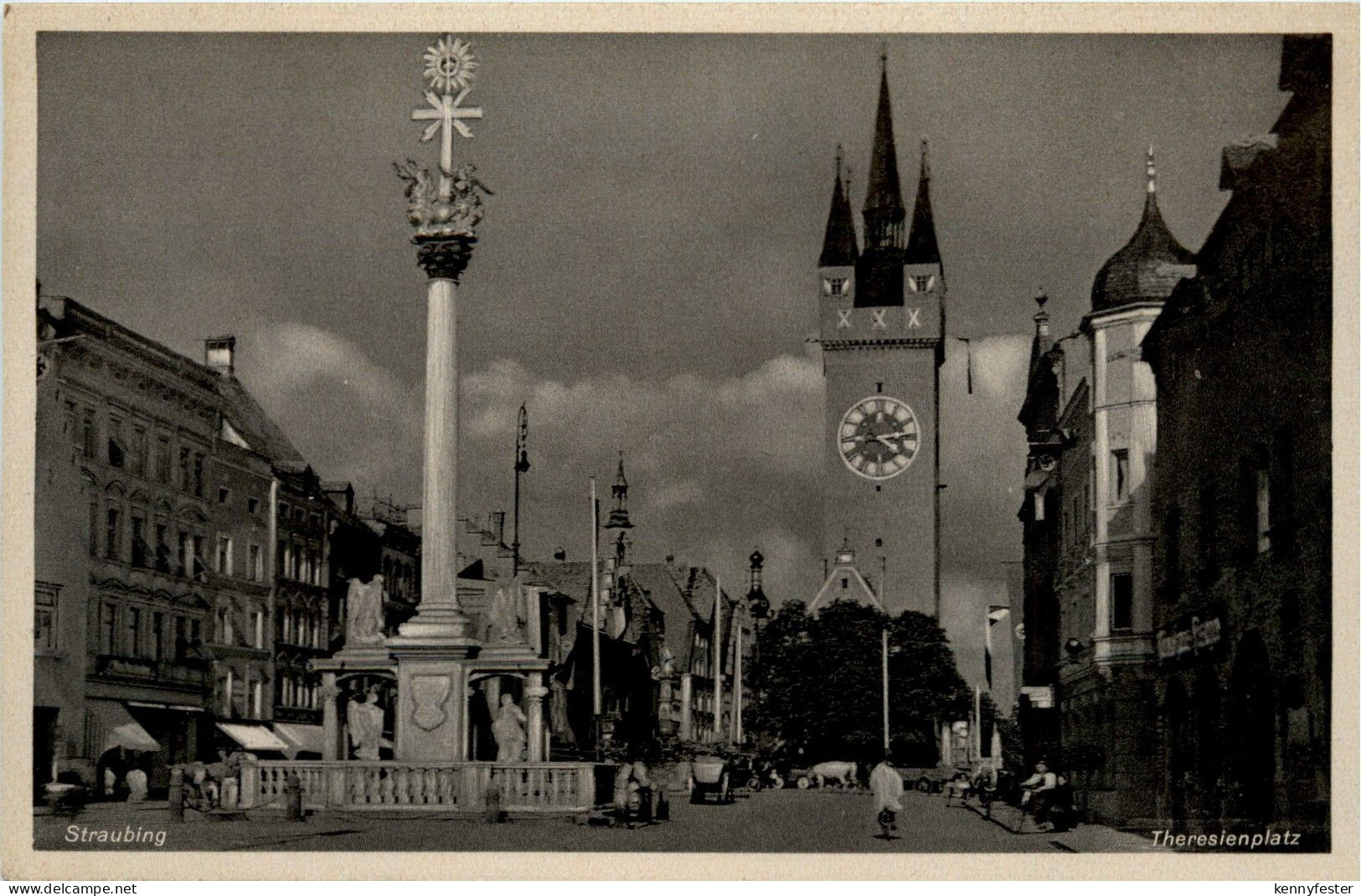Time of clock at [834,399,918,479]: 4:13
